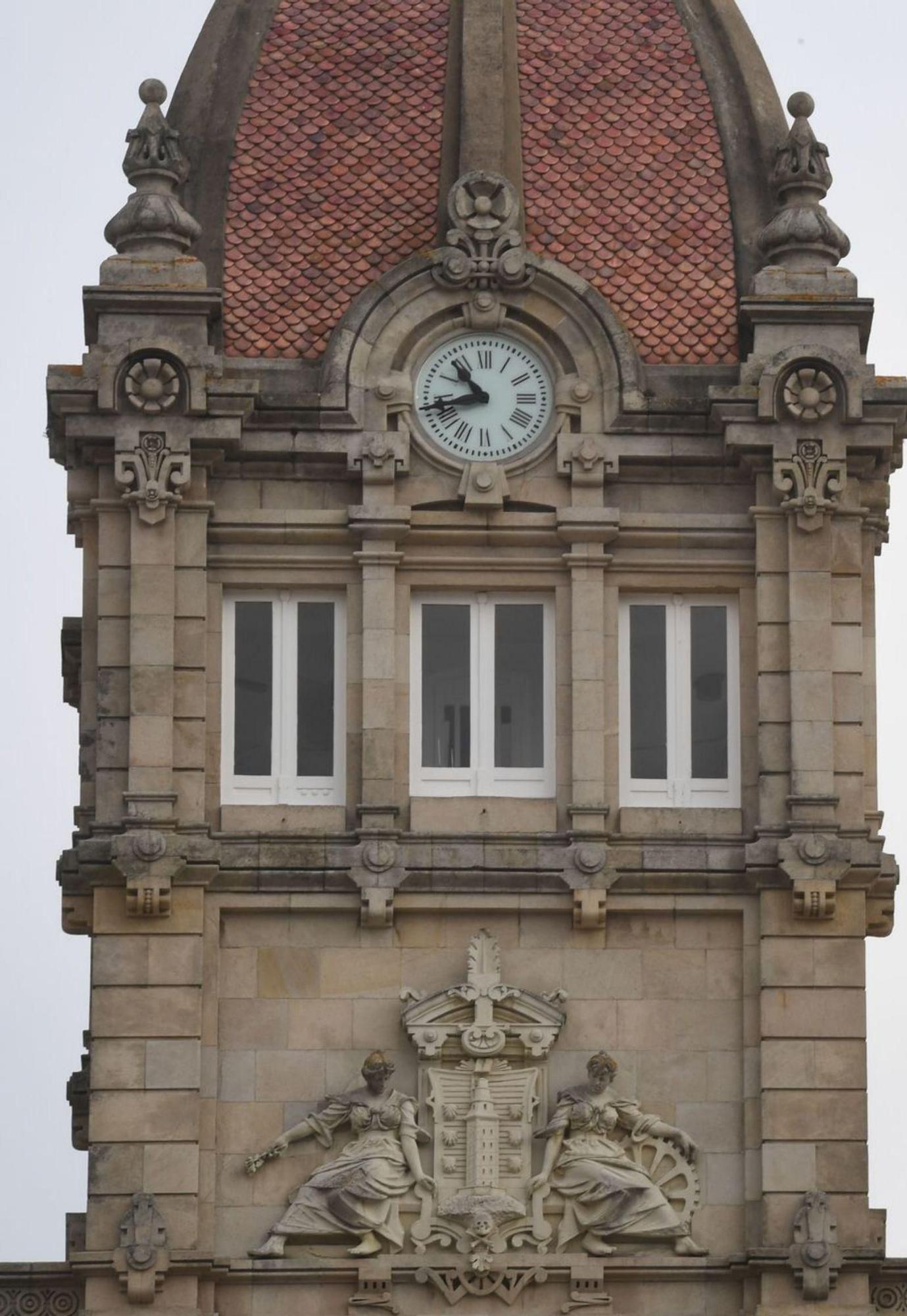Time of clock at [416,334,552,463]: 10:42
